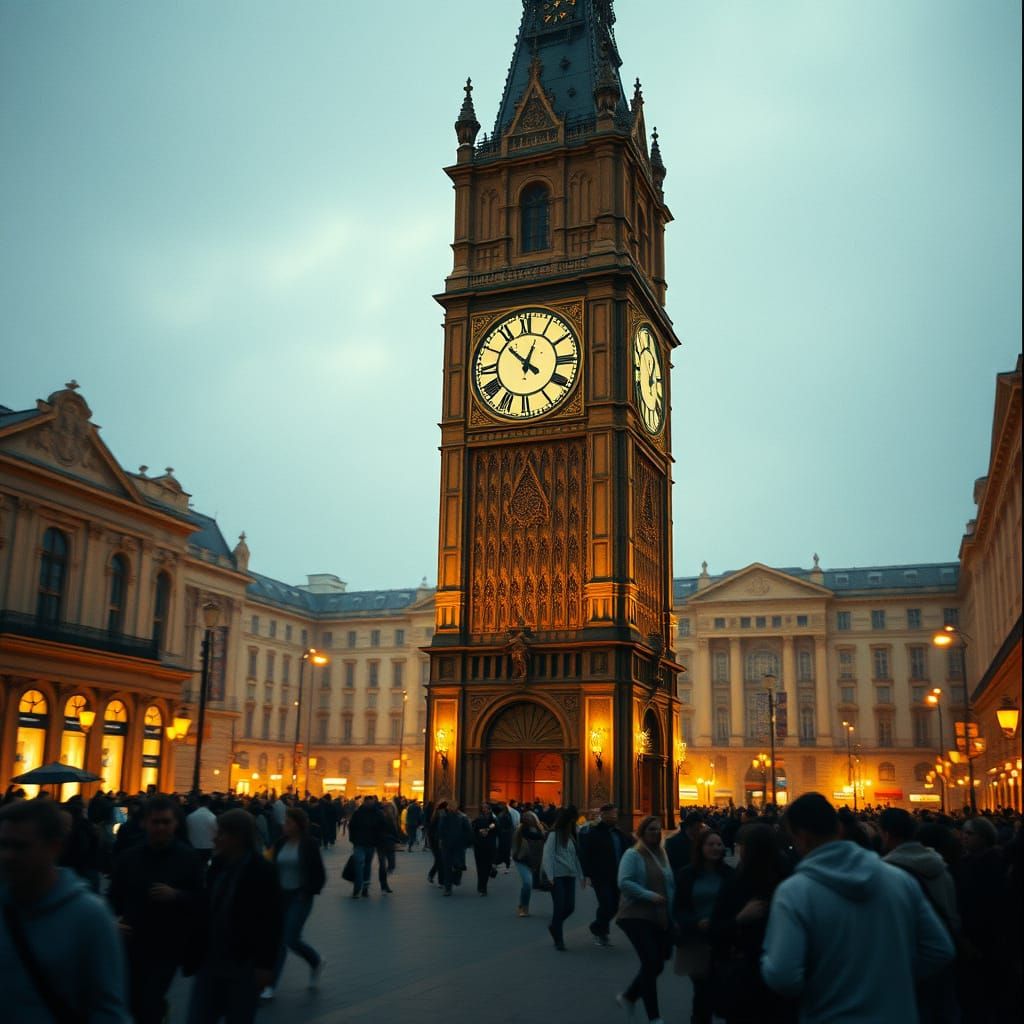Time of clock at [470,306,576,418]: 12:52
